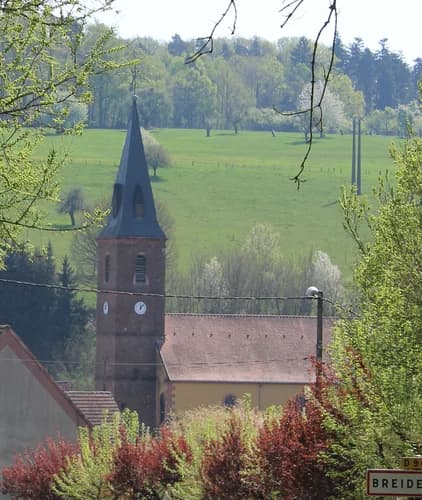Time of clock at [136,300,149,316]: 12:07
